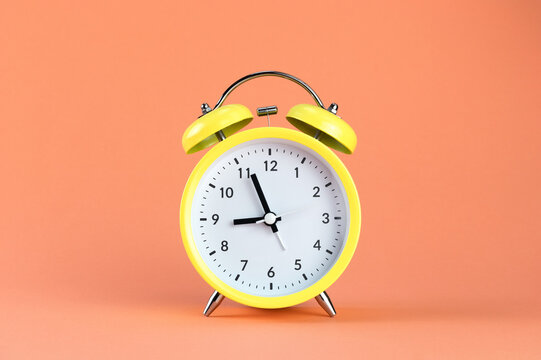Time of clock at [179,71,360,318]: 8:56
